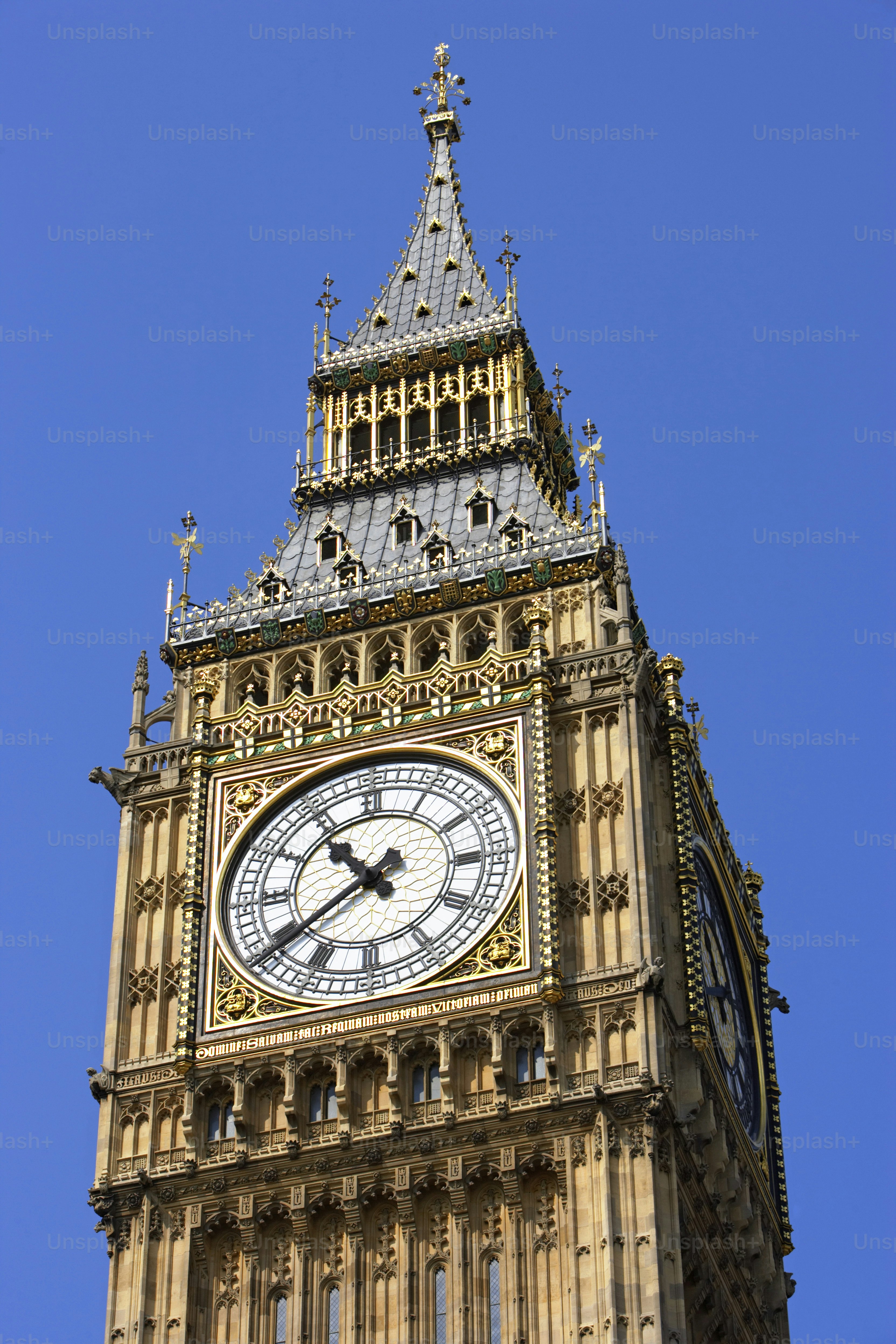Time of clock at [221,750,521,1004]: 10:39
